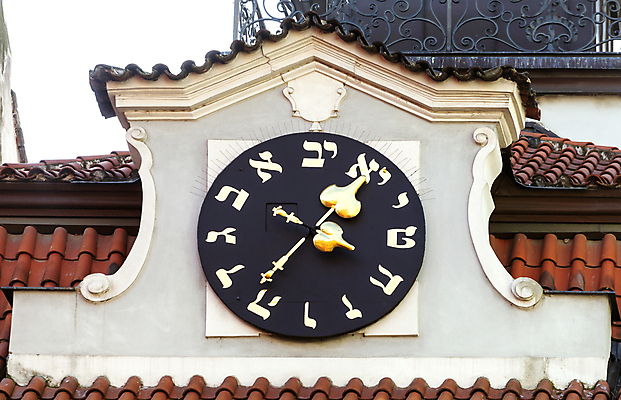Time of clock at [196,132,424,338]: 1:36
